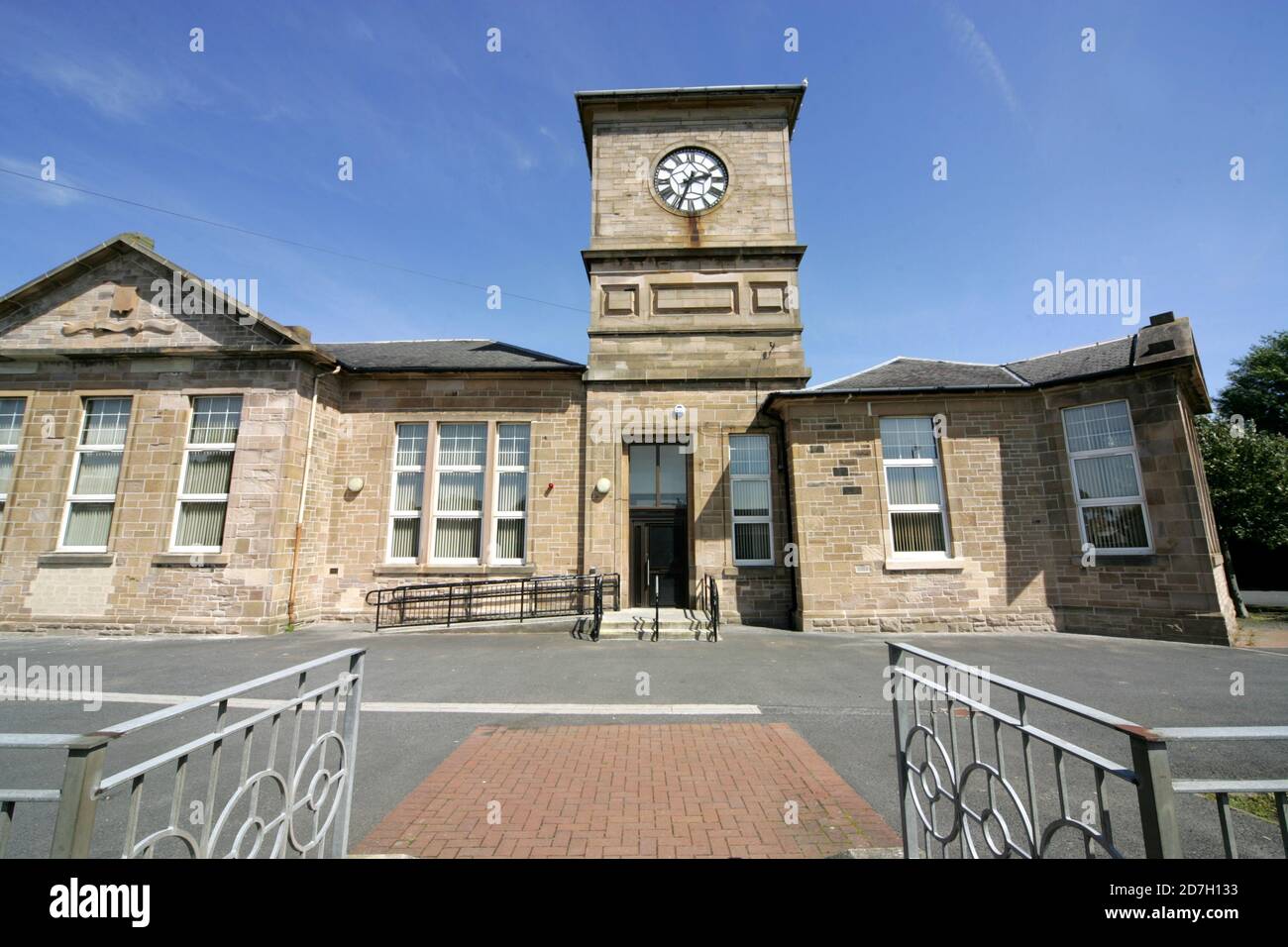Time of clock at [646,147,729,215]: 2:33
